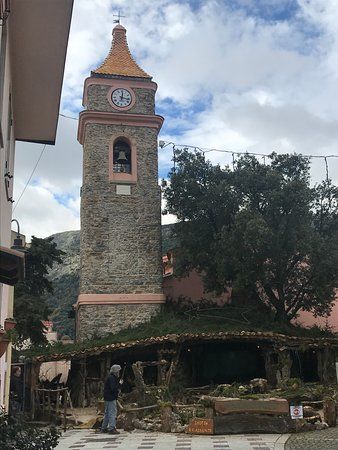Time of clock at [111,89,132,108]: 12:16
